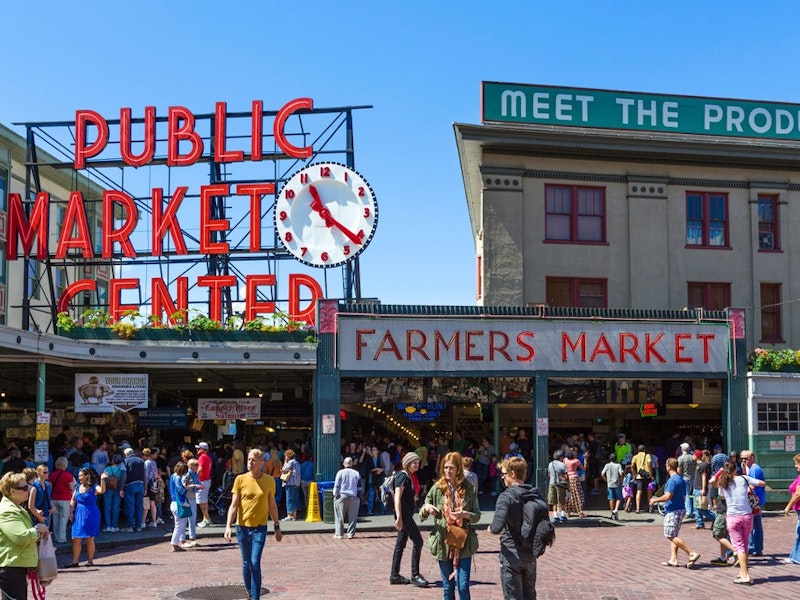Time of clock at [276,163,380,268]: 11:21
